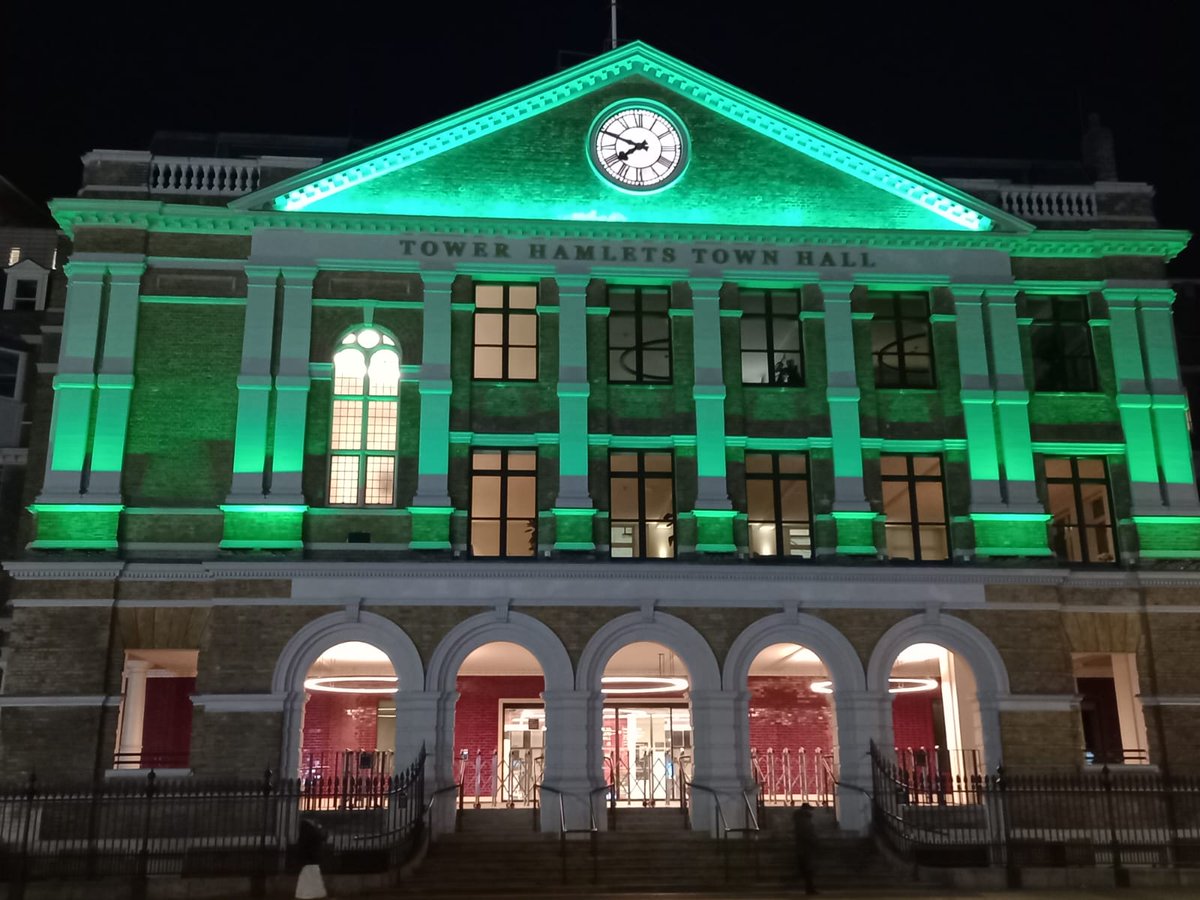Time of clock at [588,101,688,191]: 7:48
